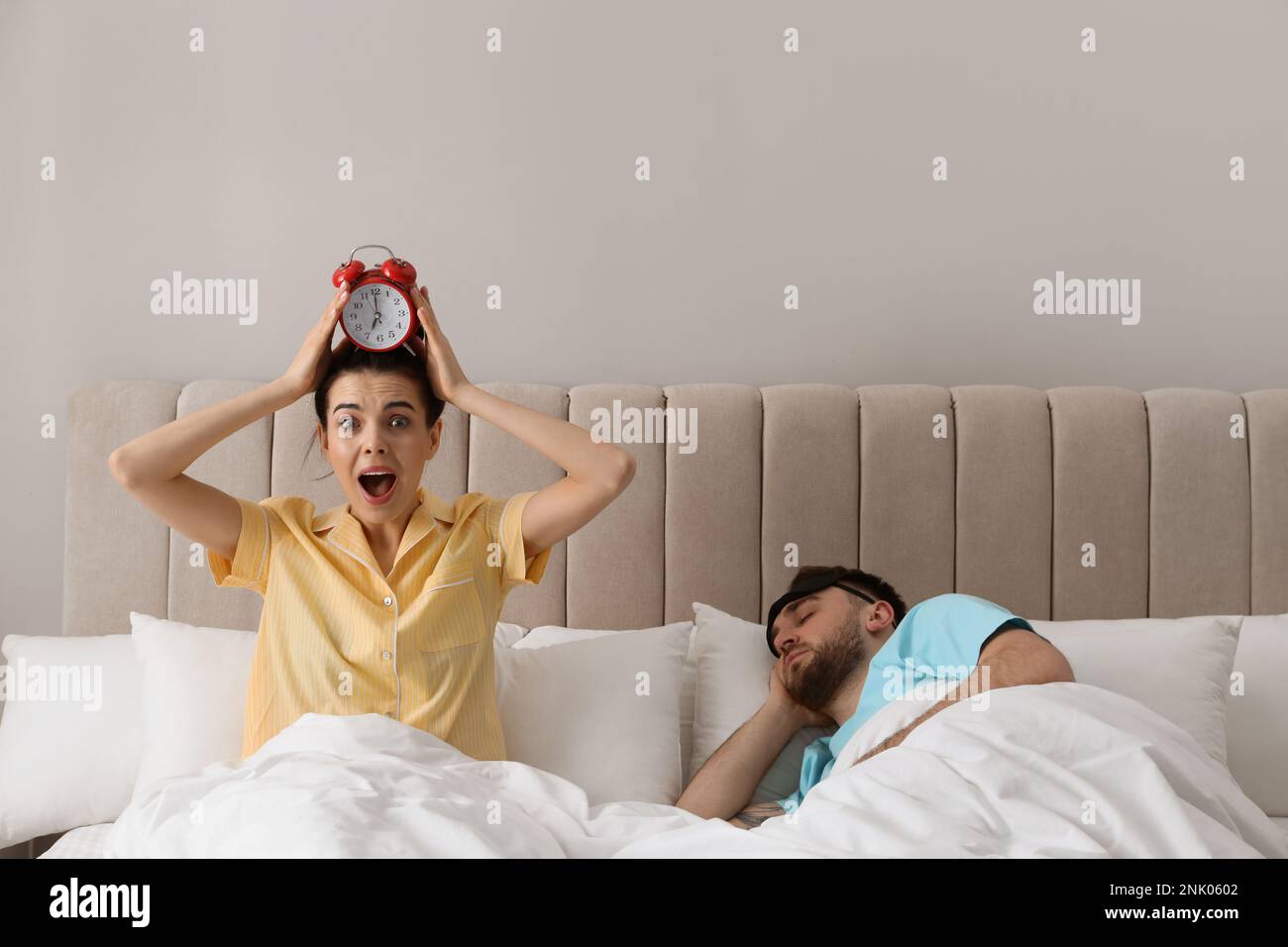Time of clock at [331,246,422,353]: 7:00
